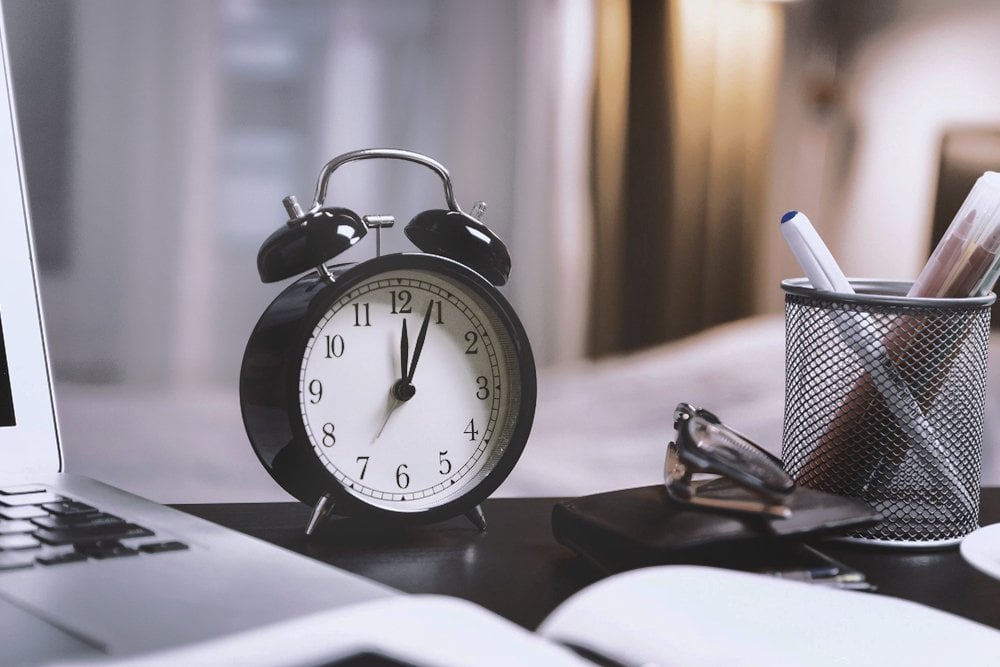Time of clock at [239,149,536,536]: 12:03
